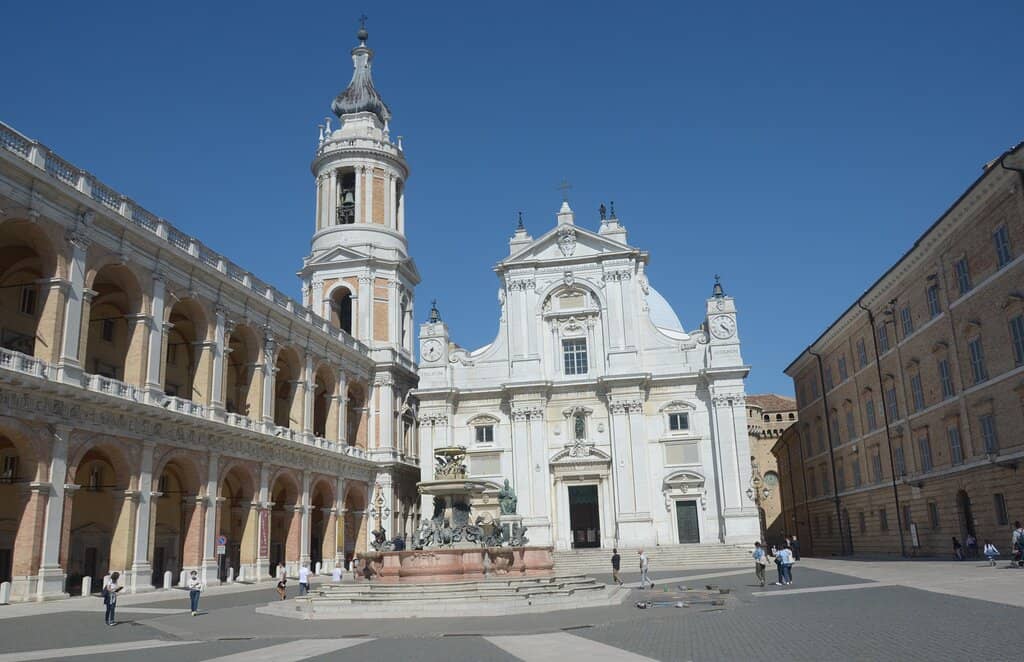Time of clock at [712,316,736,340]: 4:23
